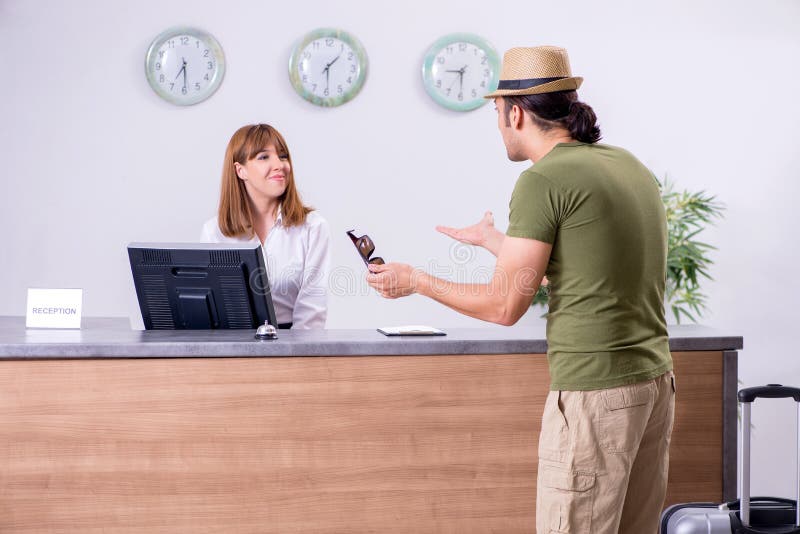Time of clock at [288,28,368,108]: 1:29
